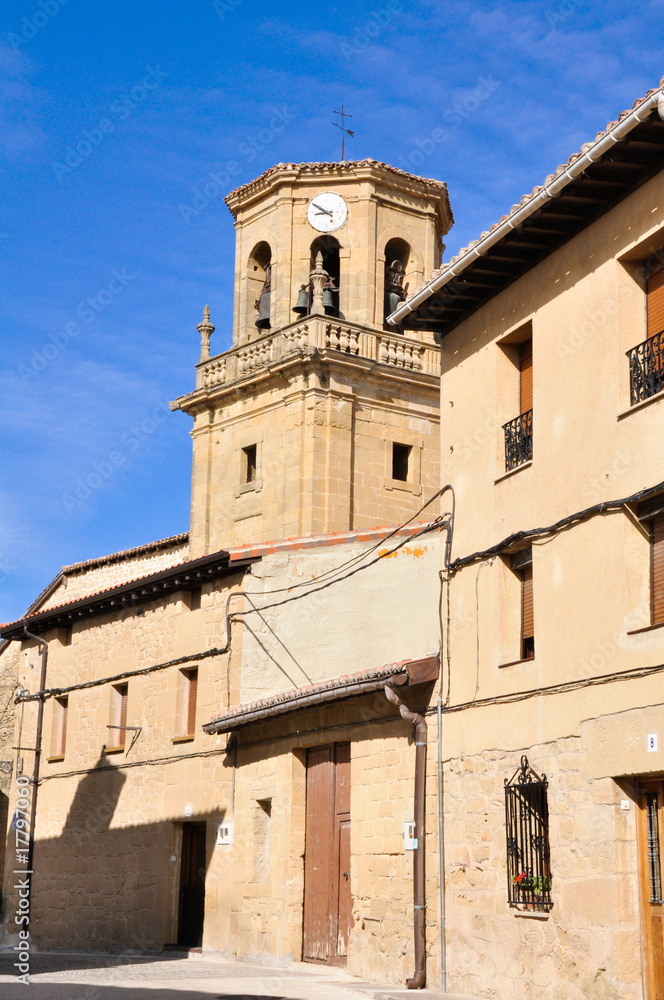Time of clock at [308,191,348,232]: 8:50
